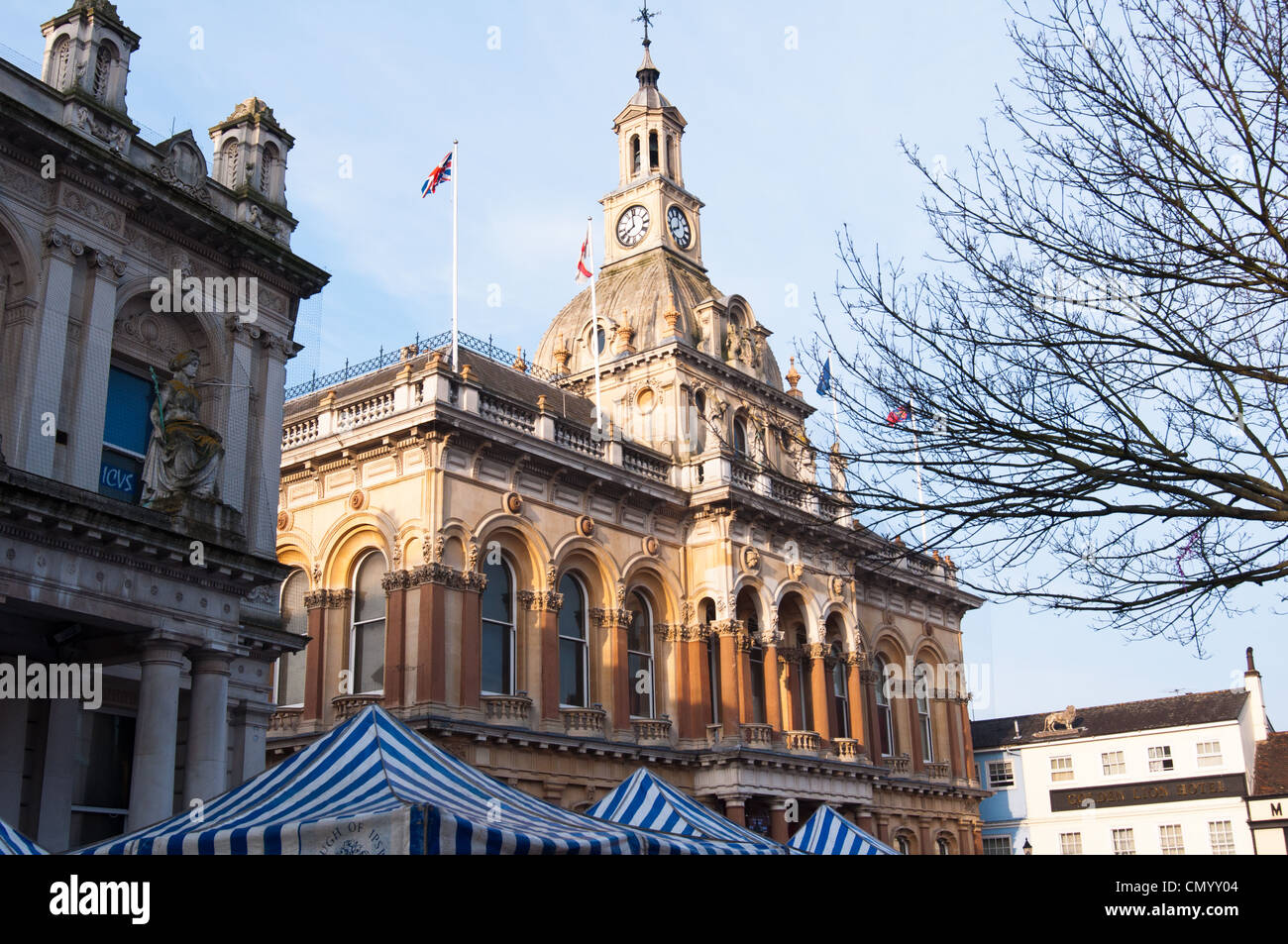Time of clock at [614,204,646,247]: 7:59
